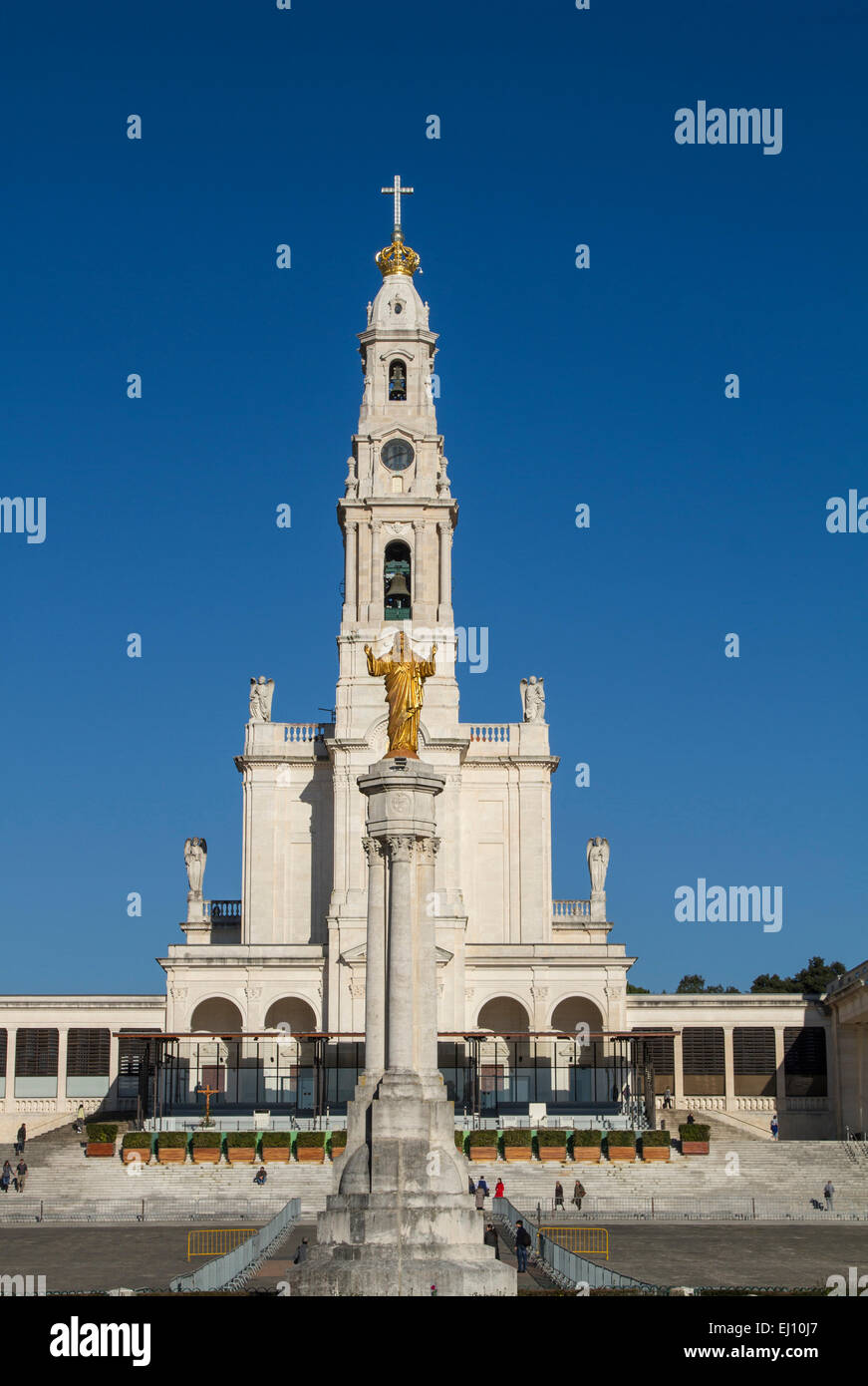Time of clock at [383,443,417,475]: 2:40
